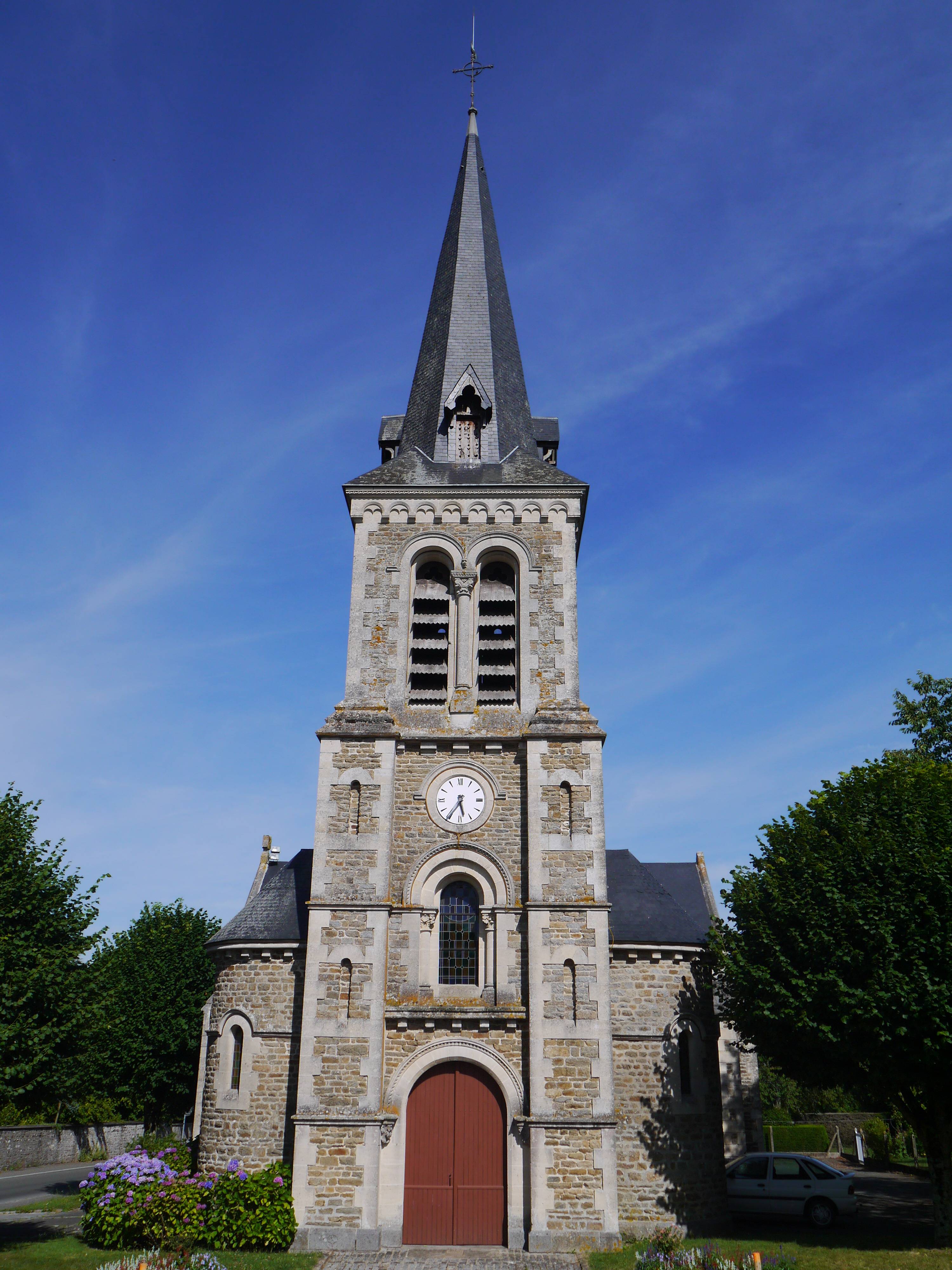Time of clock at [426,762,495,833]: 5:35
